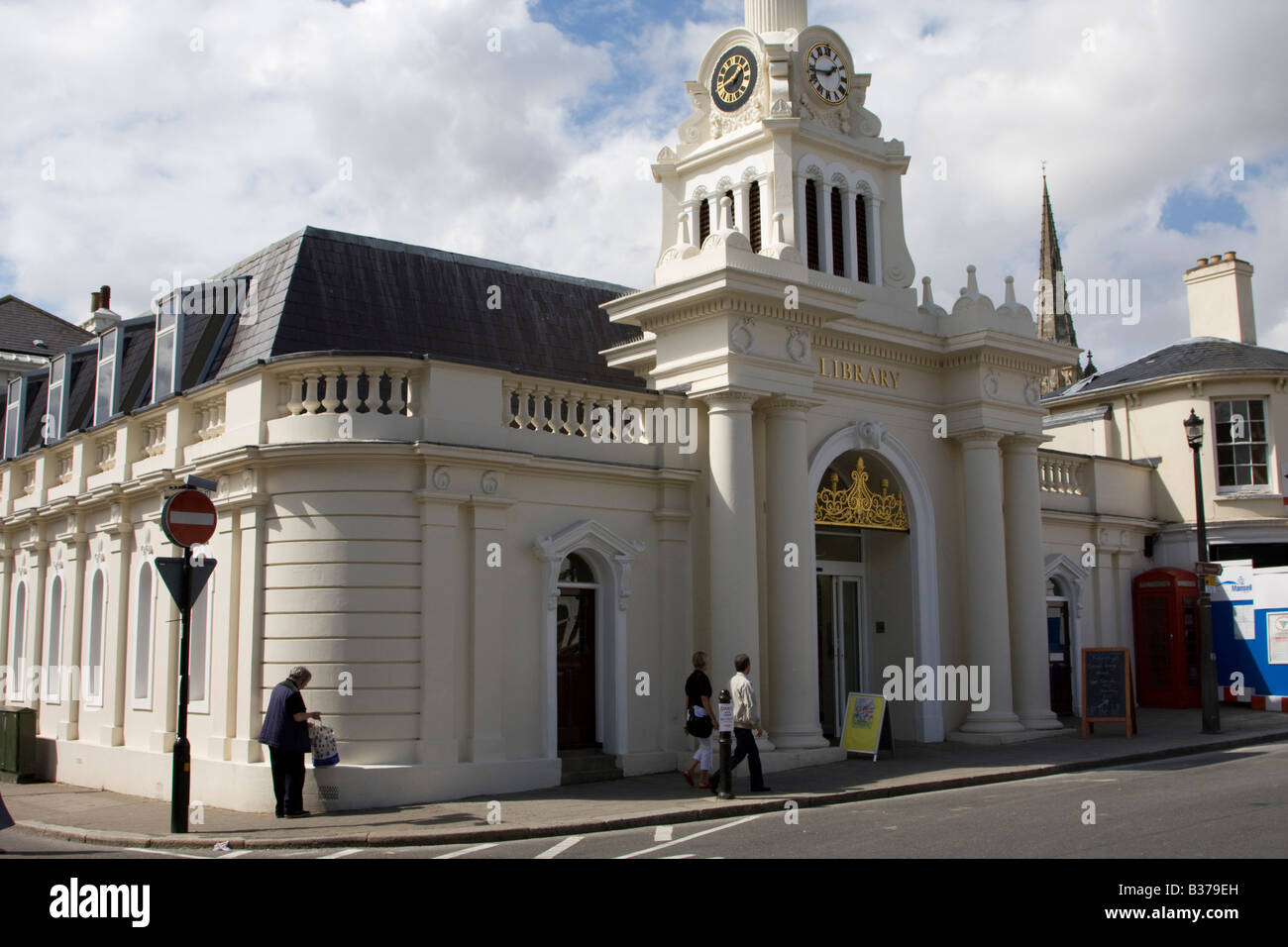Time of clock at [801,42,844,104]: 1:43
